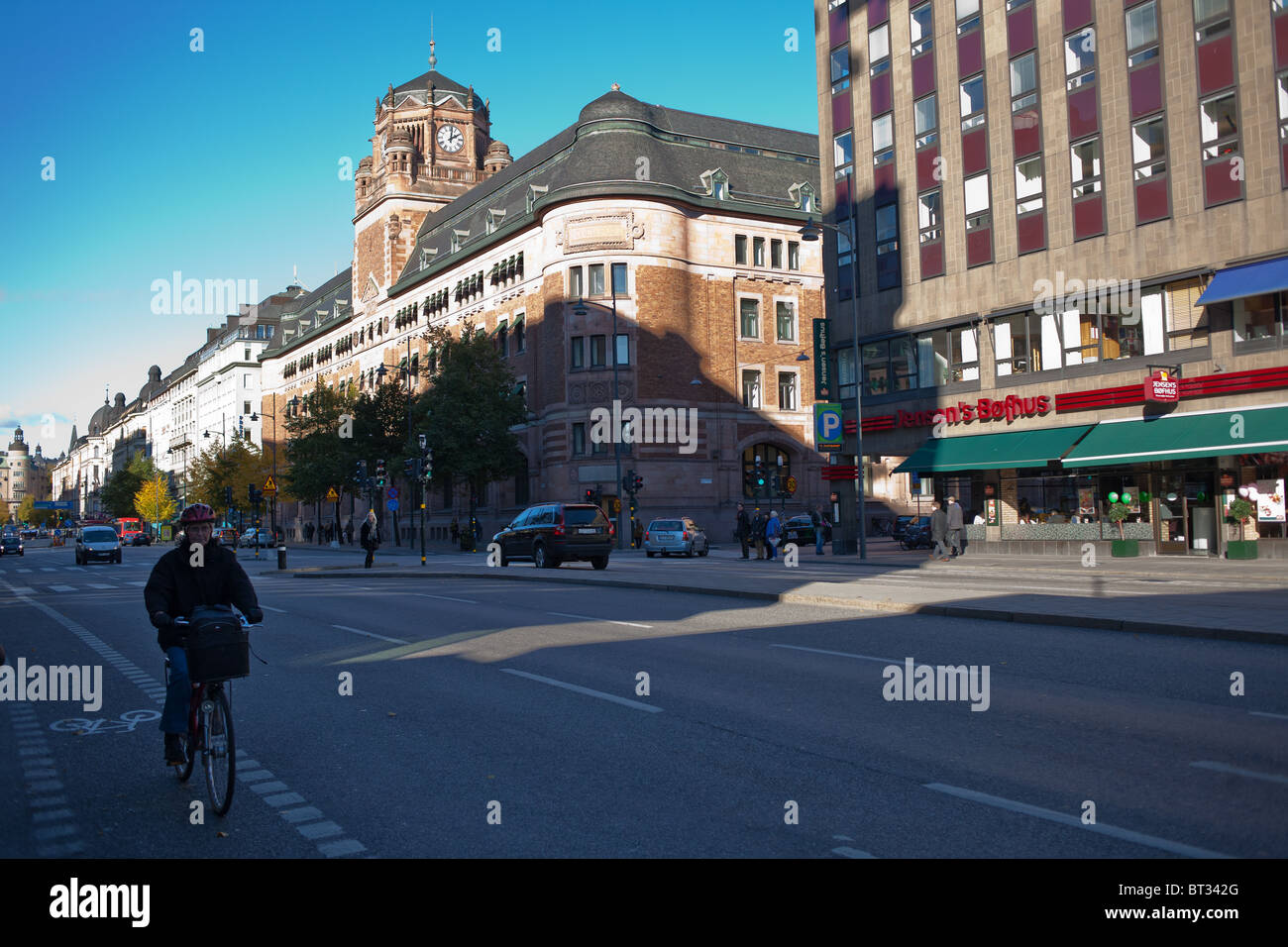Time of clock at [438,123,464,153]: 2:01
